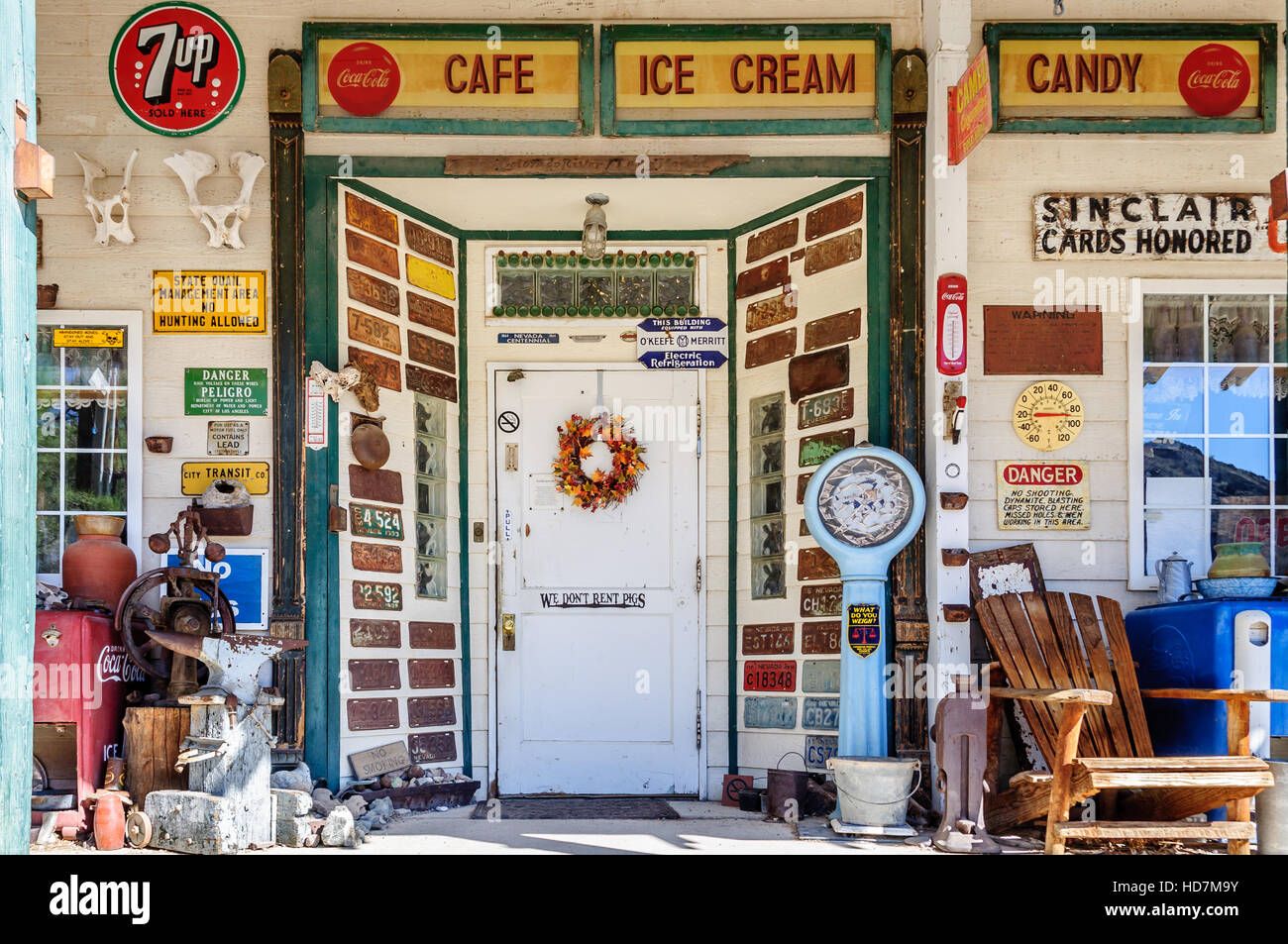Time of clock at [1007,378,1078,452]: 3:17
